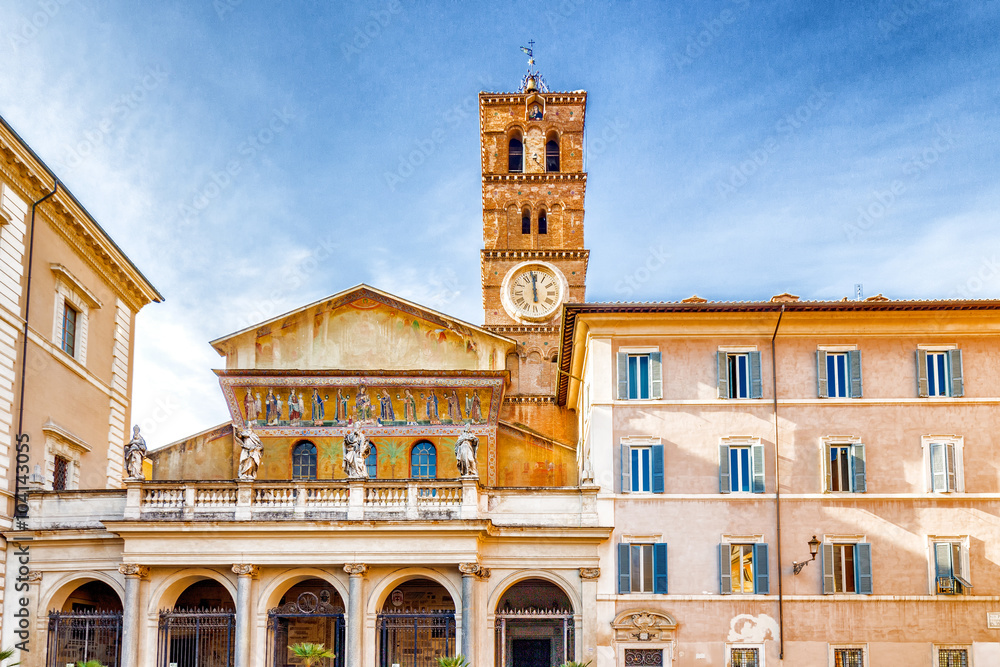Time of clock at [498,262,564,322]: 5:59
